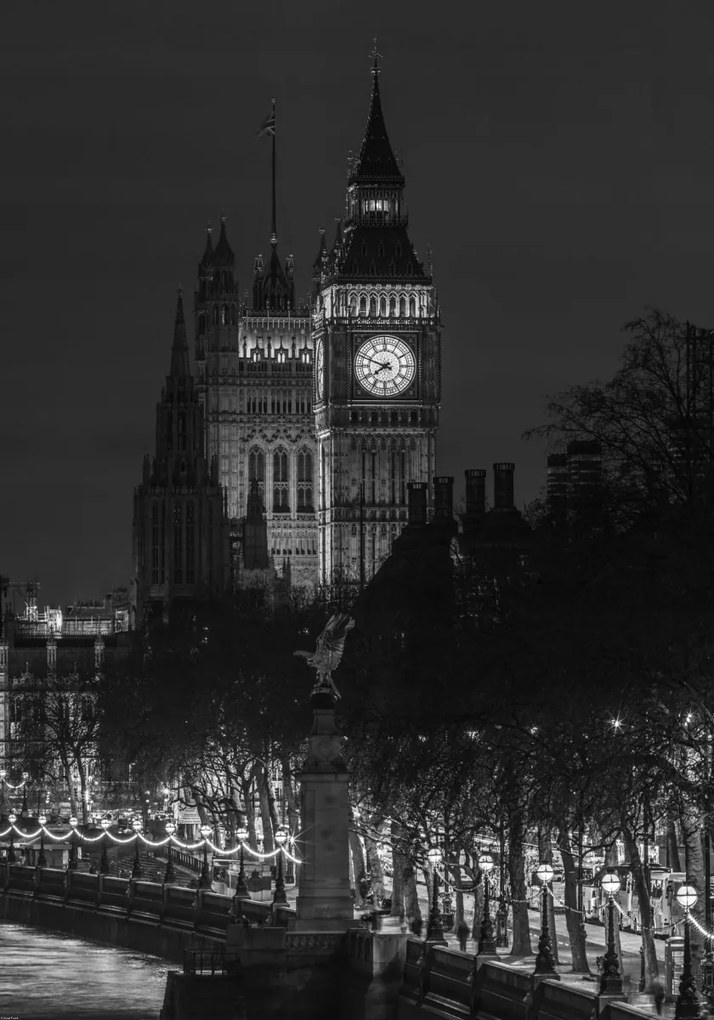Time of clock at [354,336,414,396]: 7:48
